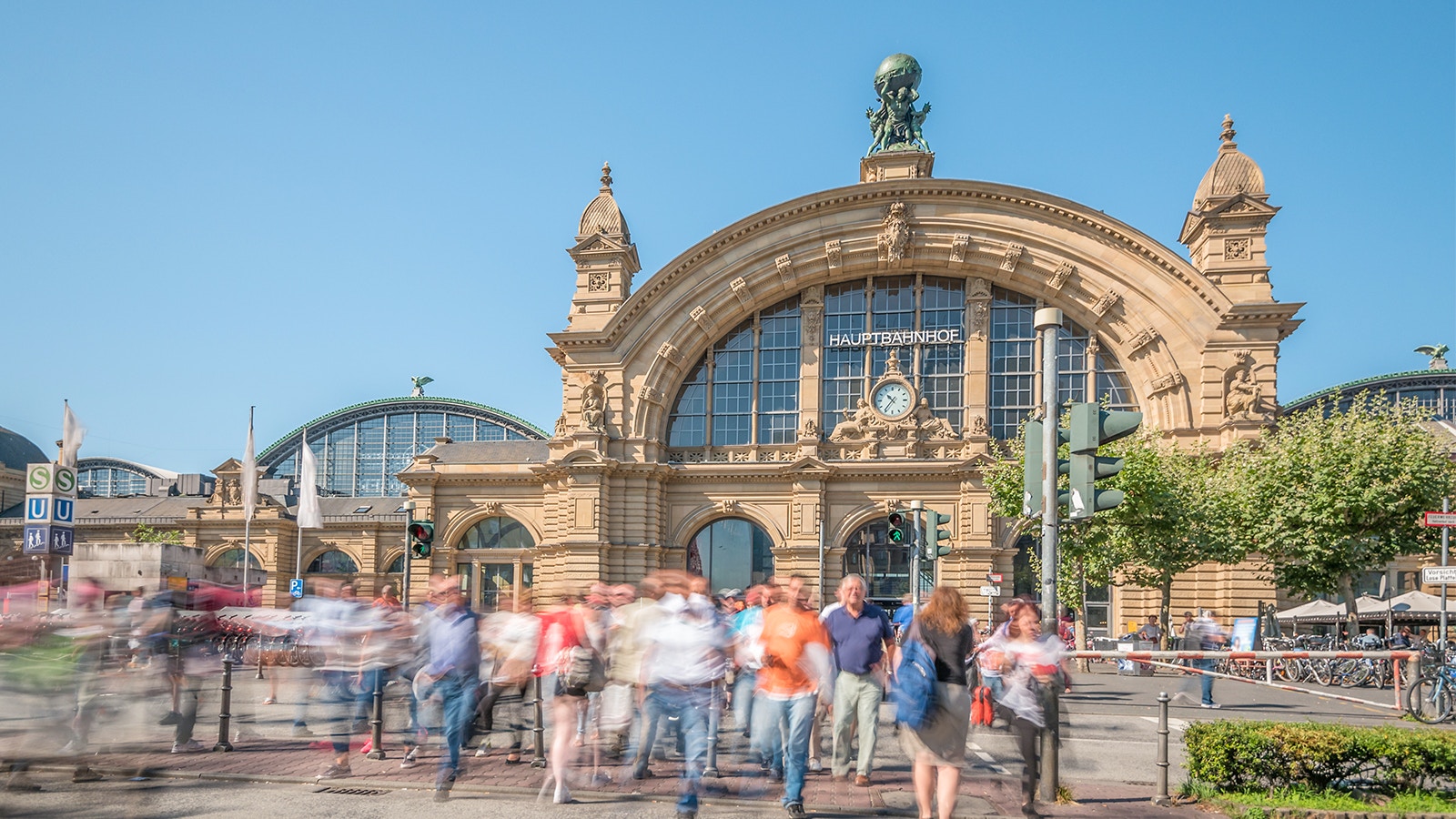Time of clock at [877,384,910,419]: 10:36
